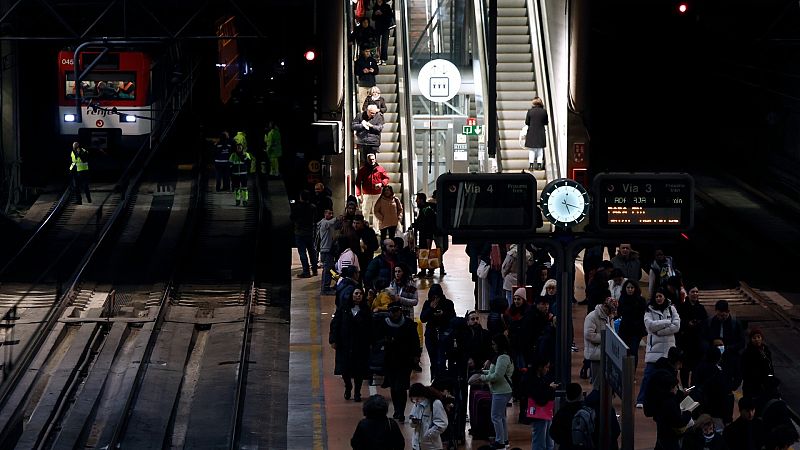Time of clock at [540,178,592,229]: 5:18
